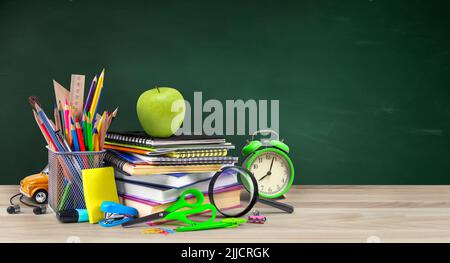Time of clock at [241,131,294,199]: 8:03
